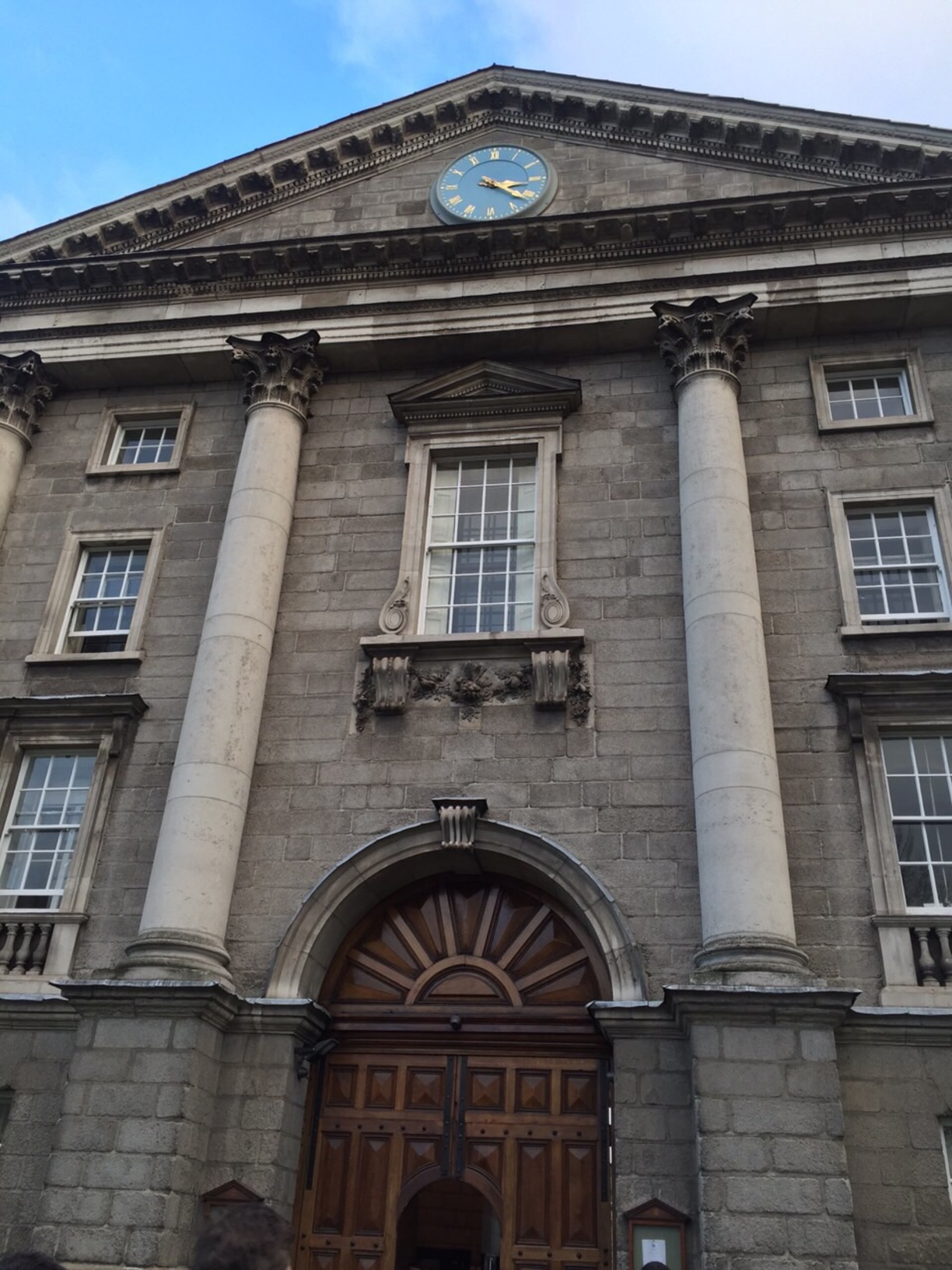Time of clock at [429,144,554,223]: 3:21
